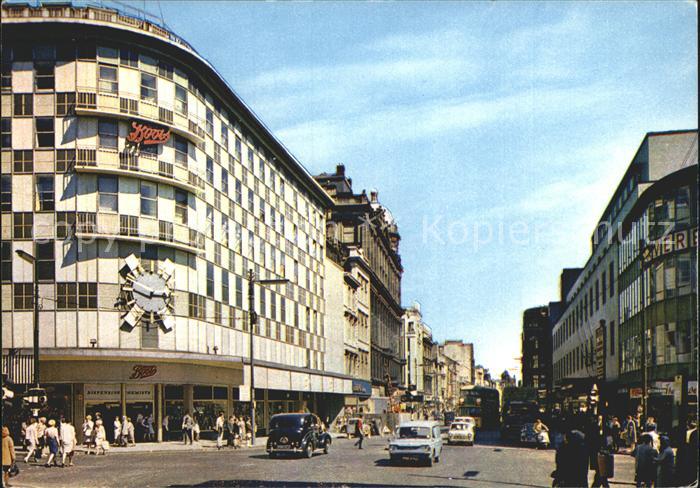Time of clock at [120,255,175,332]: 2:48
